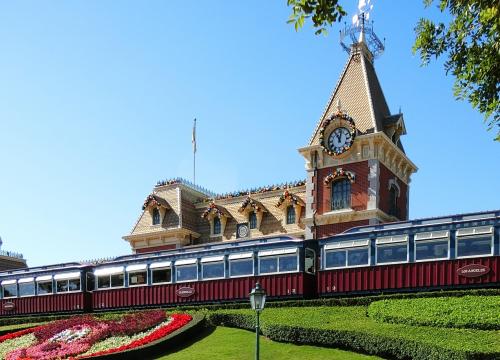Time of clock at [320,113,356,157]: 11:02
